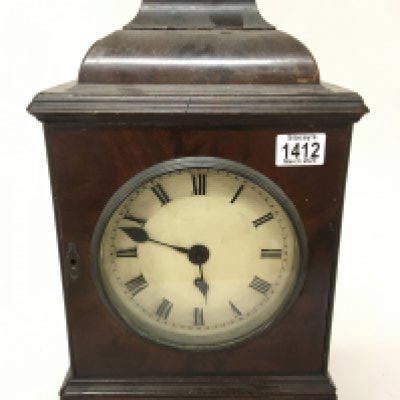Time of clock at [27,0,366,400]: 5:48
